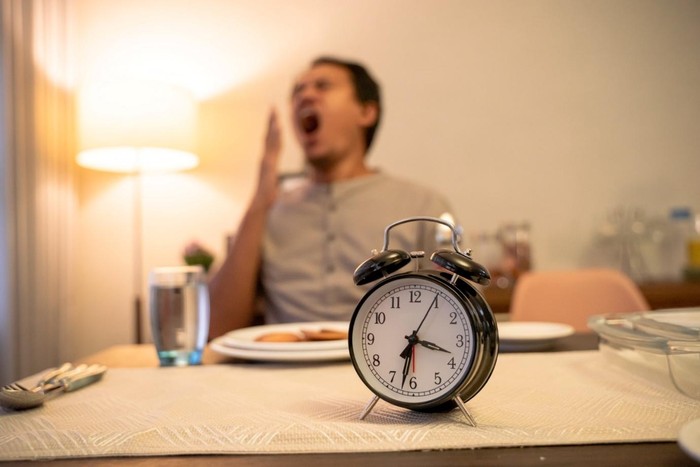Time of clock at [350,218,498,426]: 3:32
